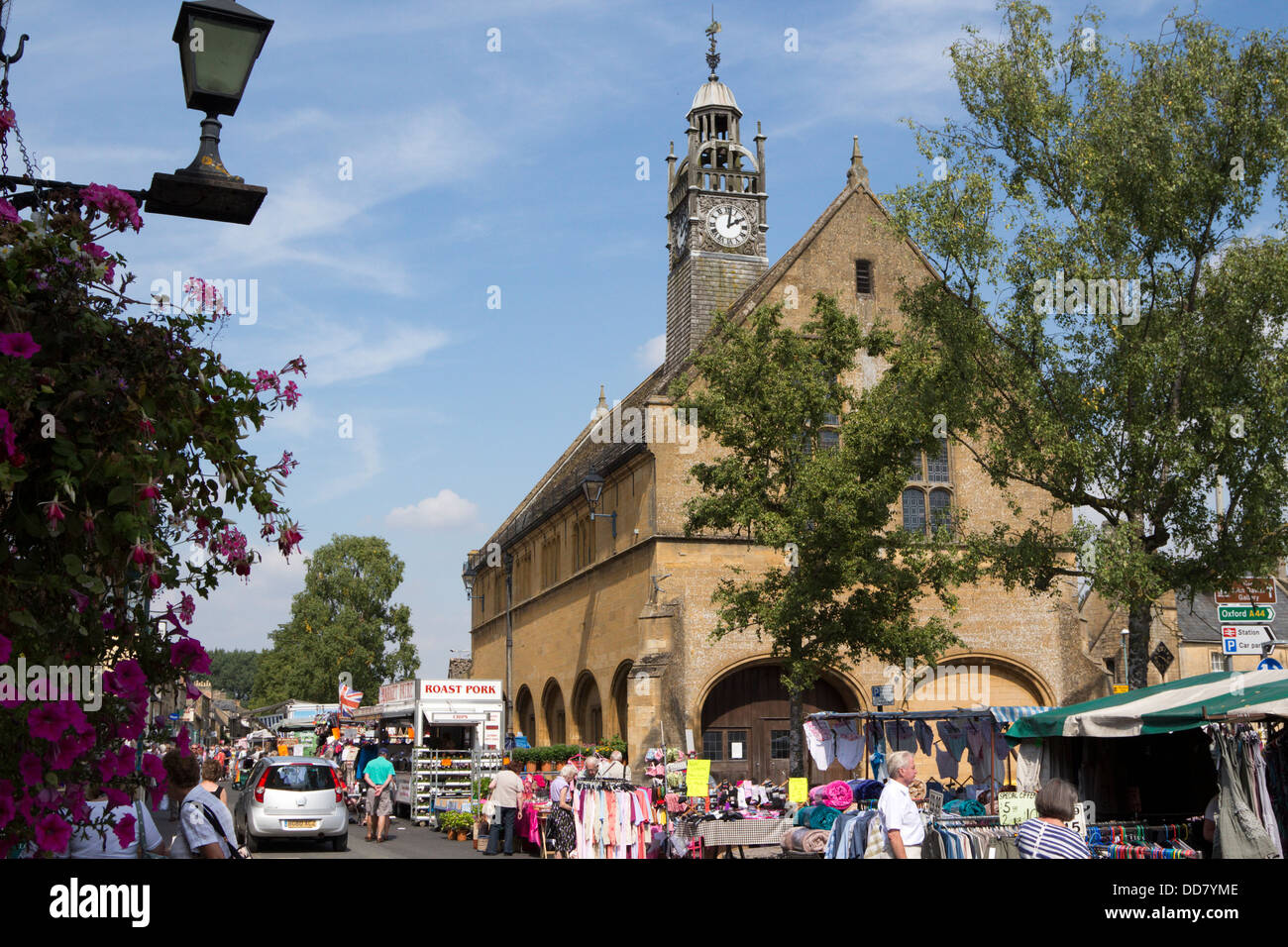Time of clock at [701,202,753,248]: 2:01
